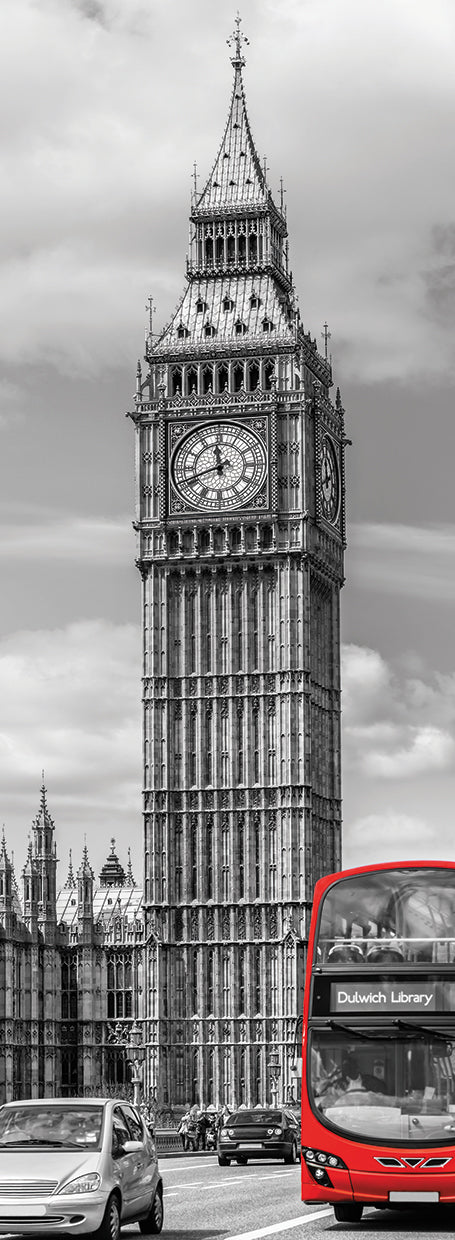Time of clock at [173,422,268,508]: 11:41
